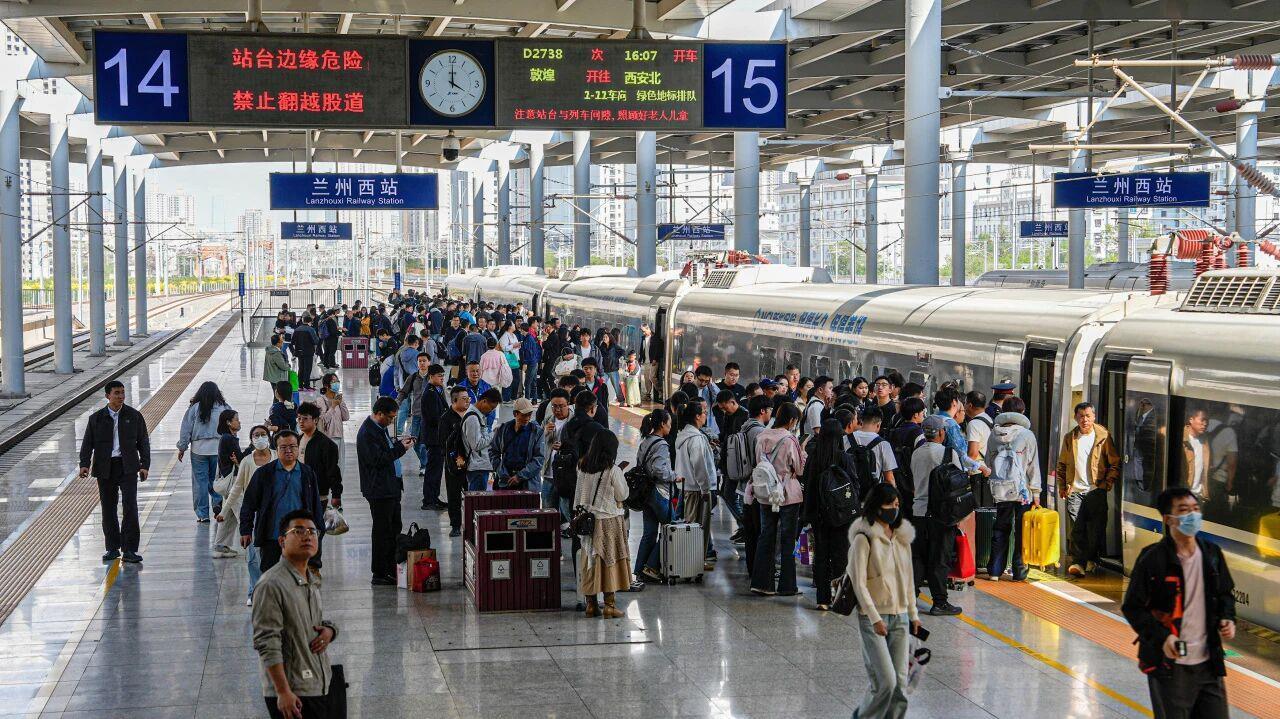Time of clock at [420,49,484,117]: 4:00
